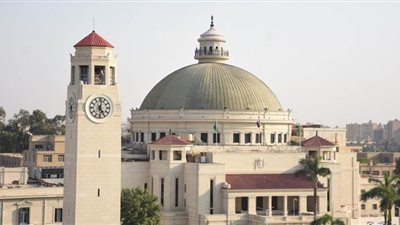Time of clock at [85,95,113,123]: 5:01
